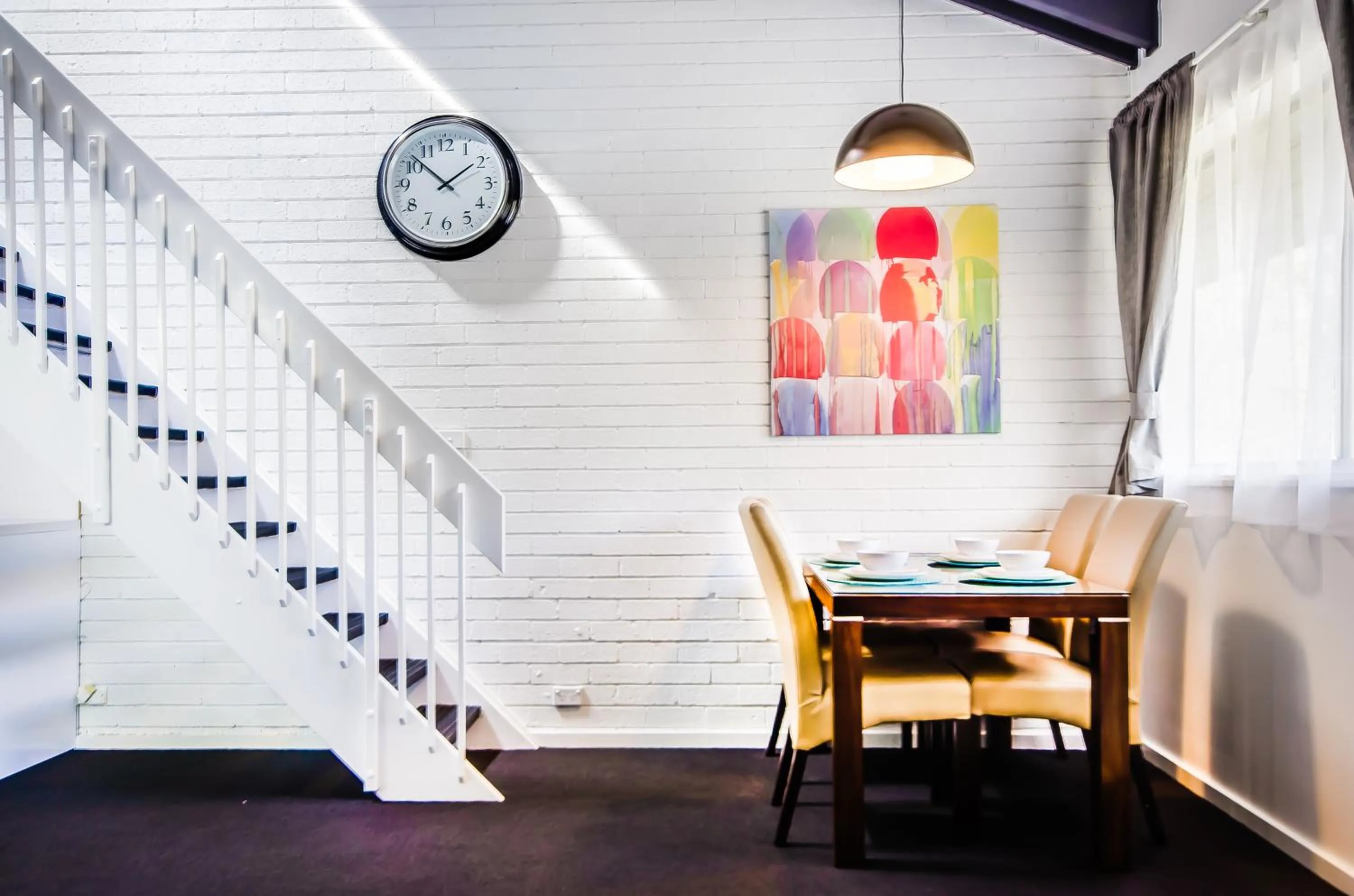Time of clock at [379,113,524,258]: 1:52
